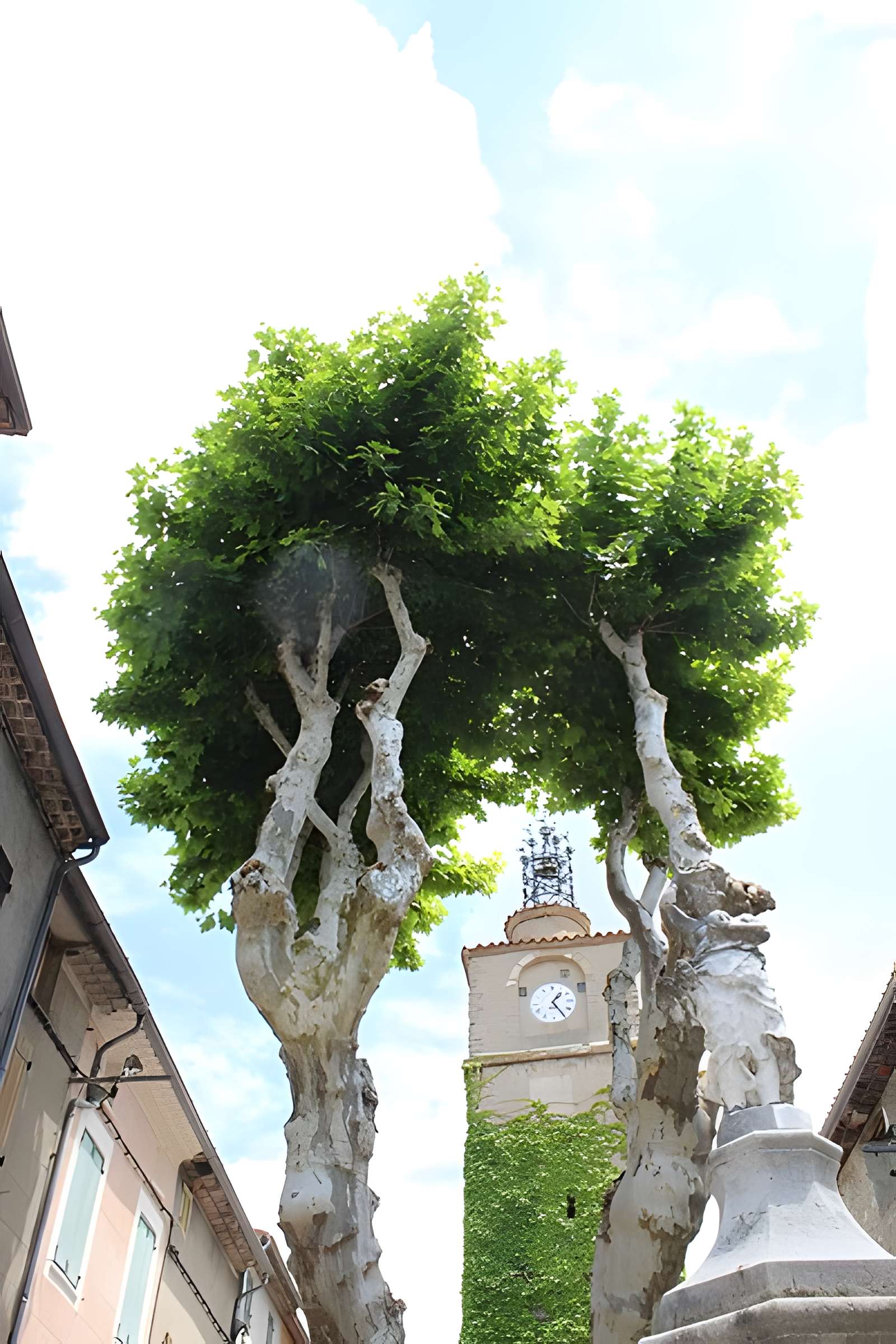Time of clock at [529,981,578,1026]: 1:24
